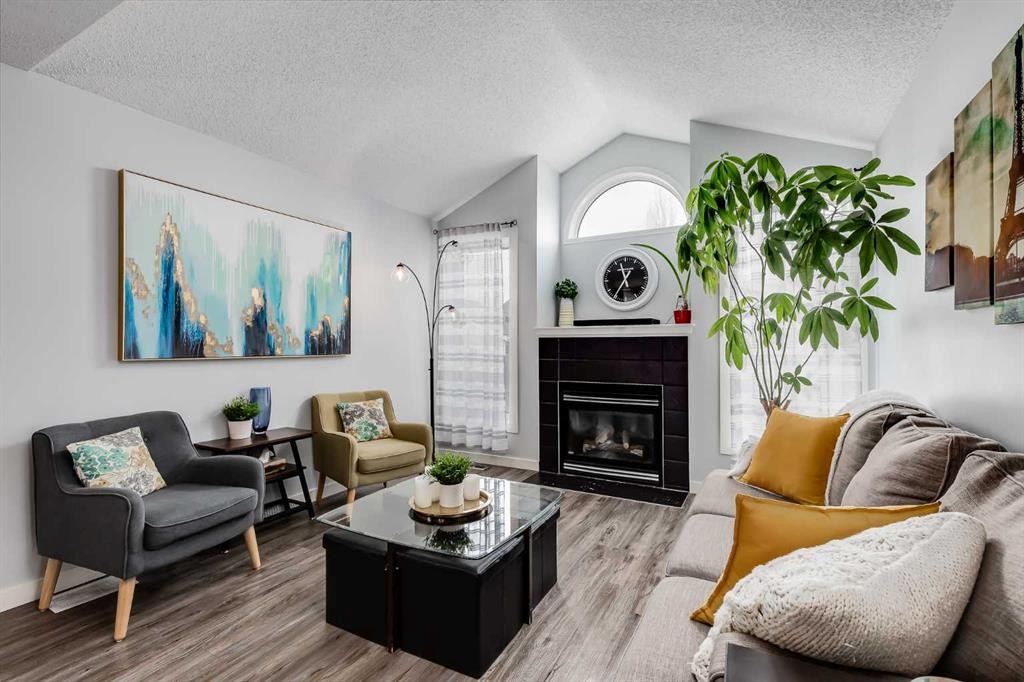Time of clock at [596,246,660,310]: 11:35
